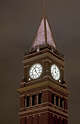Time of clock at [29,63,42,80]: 11:24
